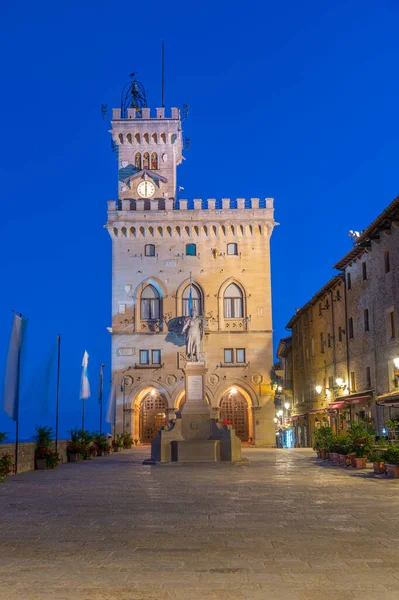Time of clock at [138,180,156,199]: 6:00
